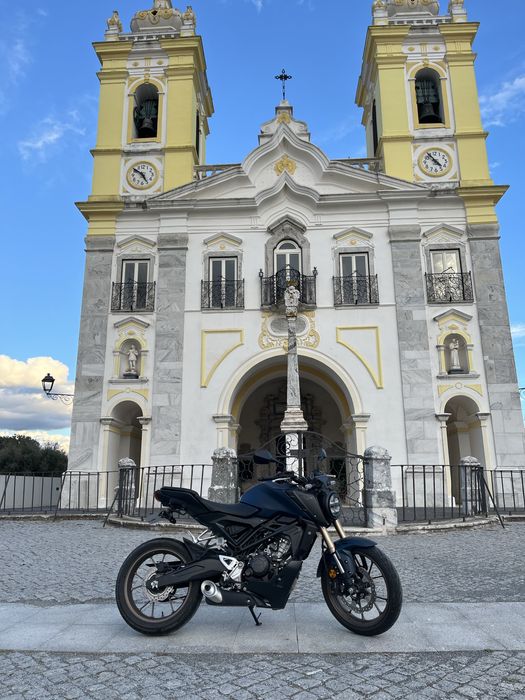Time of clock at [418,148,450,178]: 4:54
